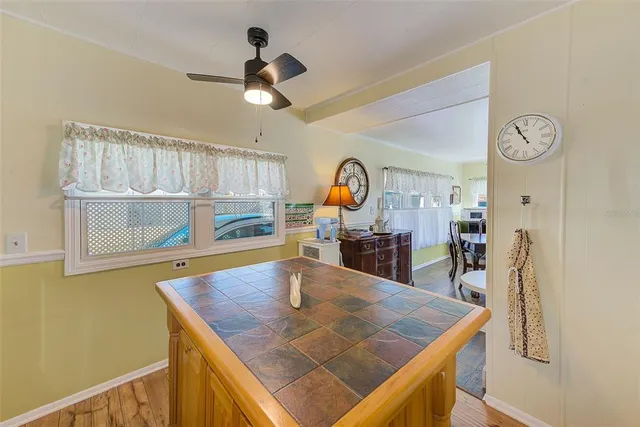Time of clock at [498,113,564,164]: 10:55
